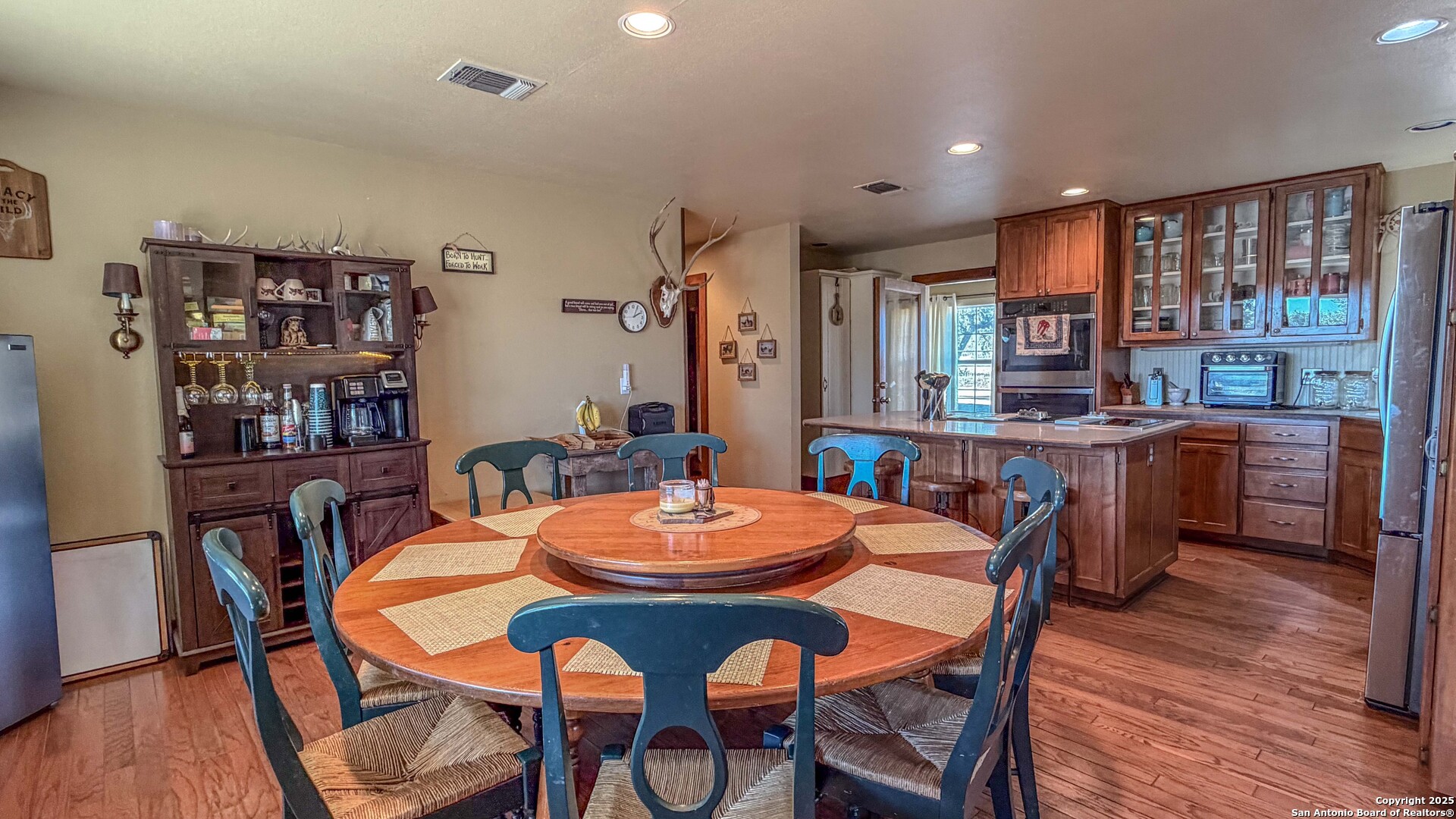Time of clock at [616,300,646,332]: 2:04
